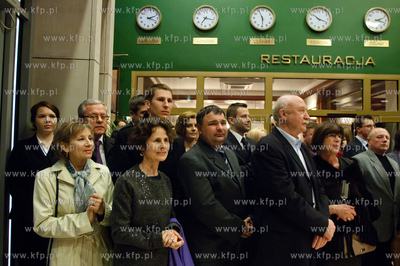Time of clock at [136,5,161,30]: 2:18
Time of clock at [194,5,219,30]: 7:17
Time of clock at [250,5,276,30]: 5:56
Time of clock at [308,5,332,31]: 10:18
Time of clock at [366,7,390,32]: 2:18
